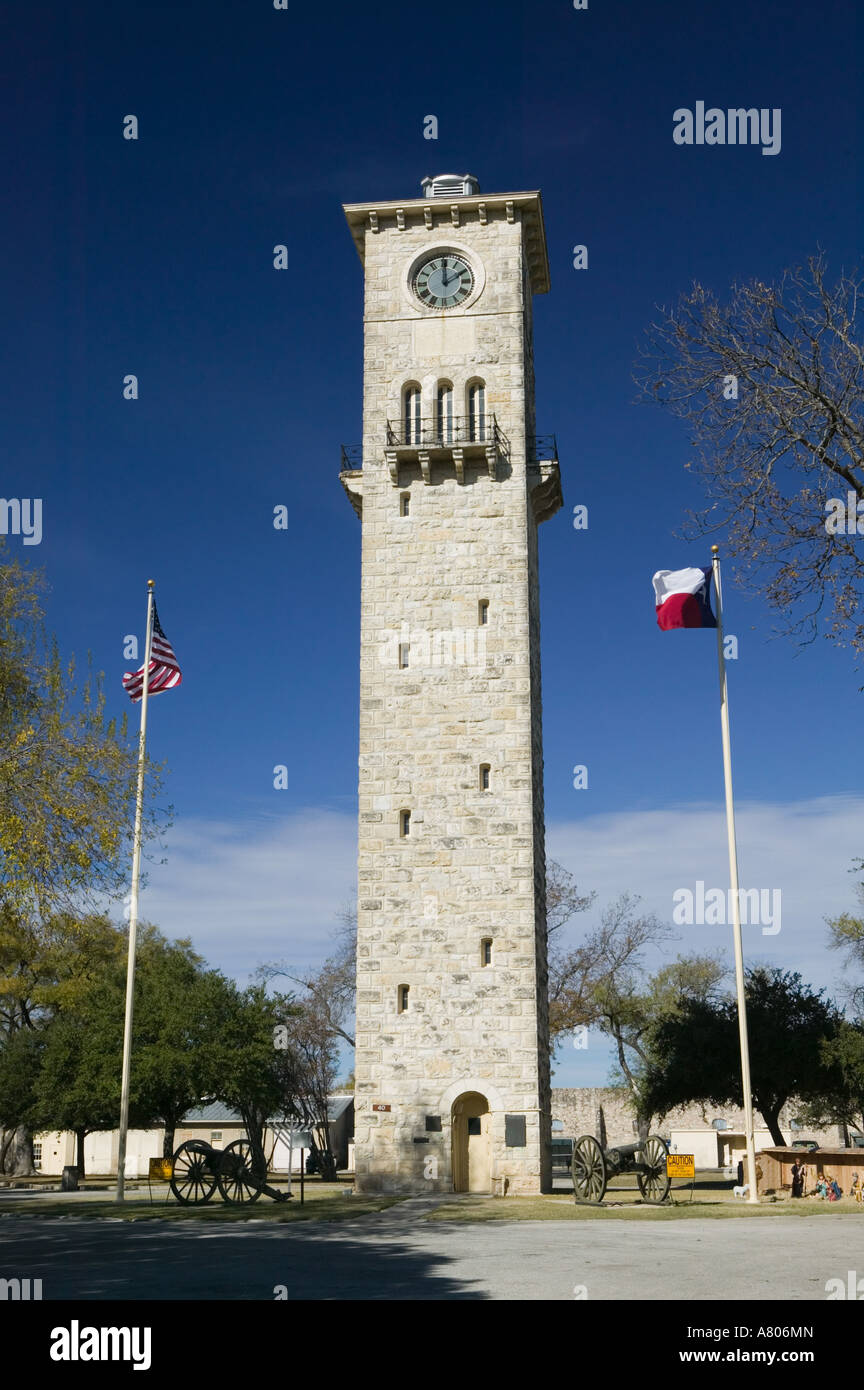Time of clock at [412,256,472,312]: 2:00
